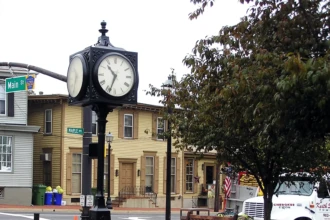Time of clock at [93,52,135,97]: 10:33
